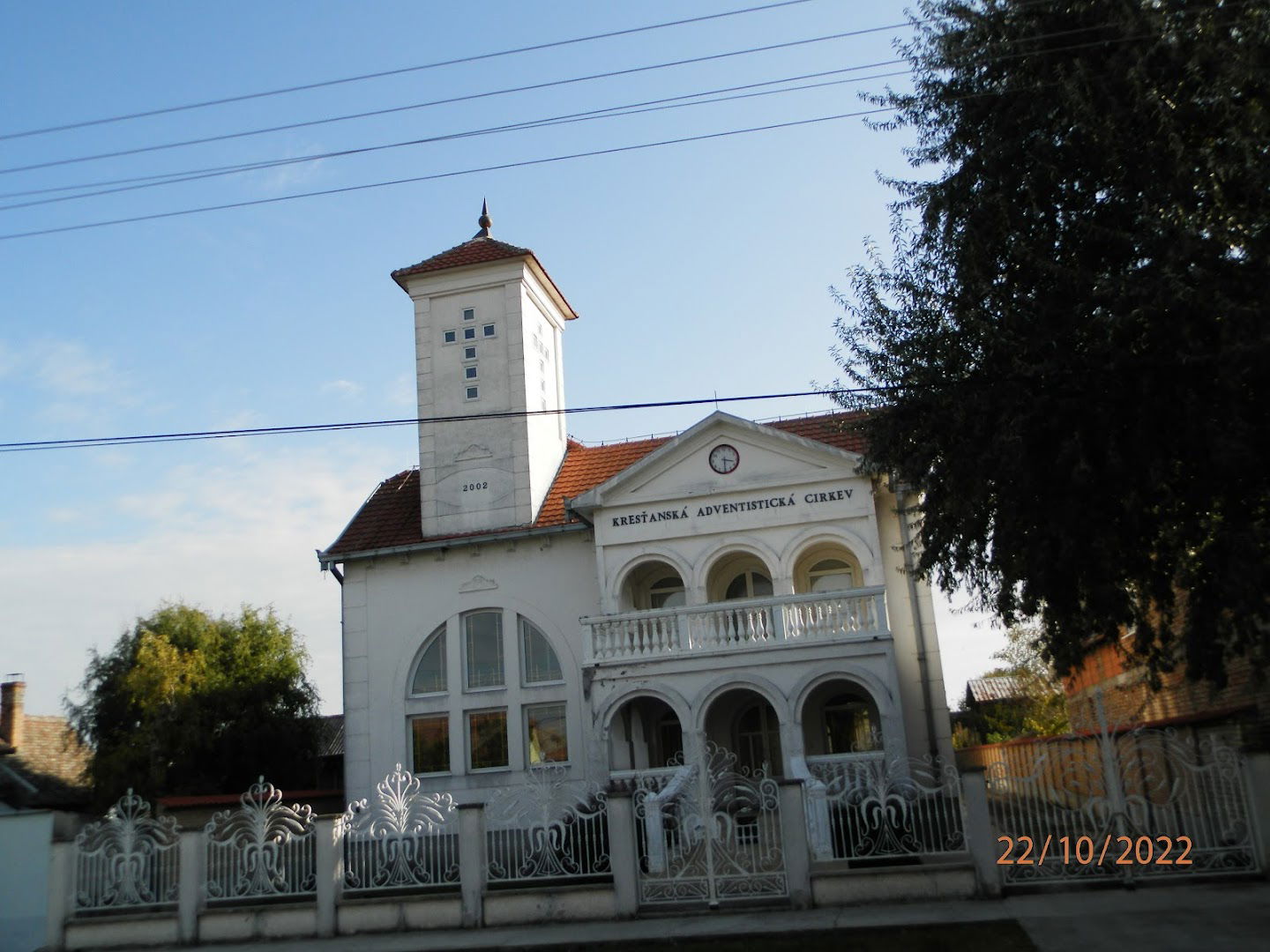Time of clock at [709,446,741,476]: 3:30
